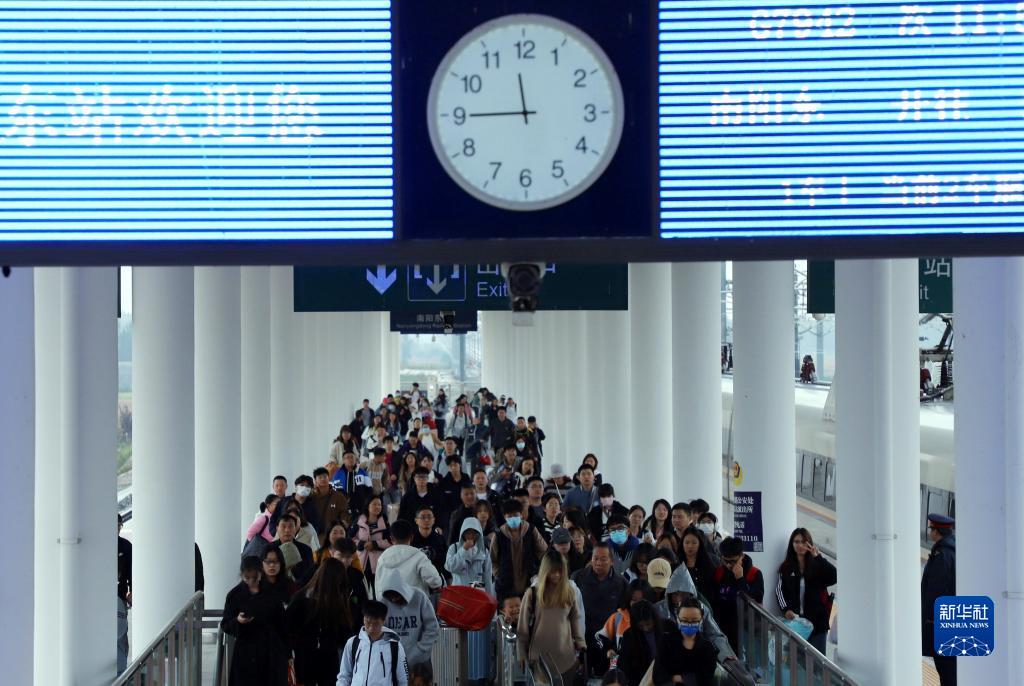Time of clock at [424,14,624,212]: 11:44
